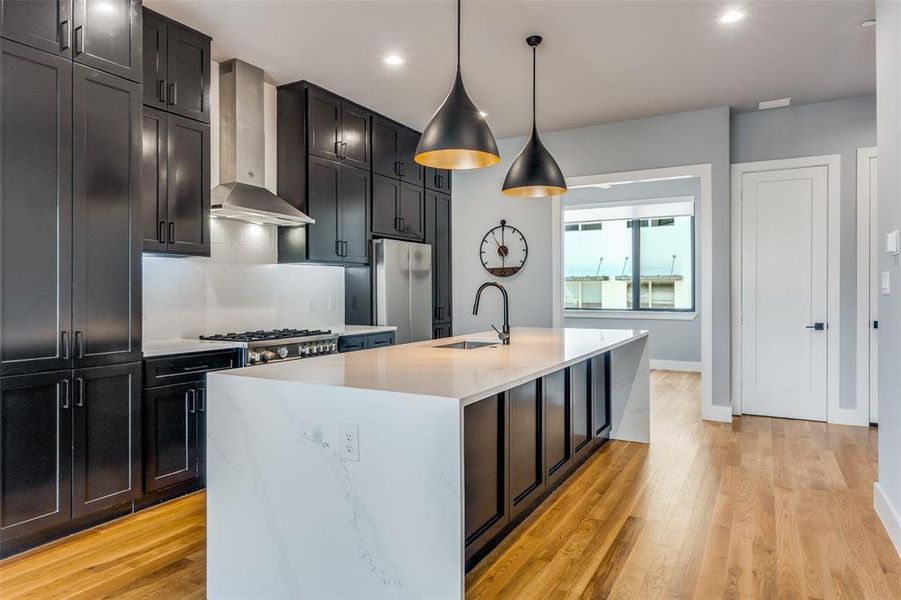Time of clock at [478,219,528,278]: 5:59
